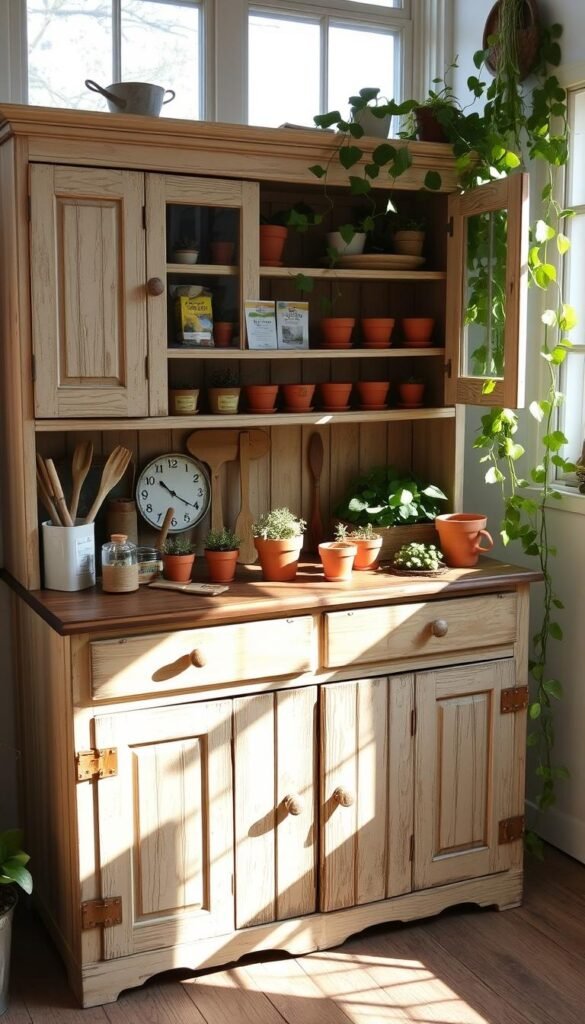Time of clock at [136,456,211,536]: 10:20
